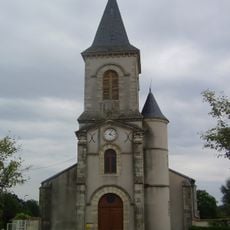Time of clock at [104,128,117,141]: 4:04
